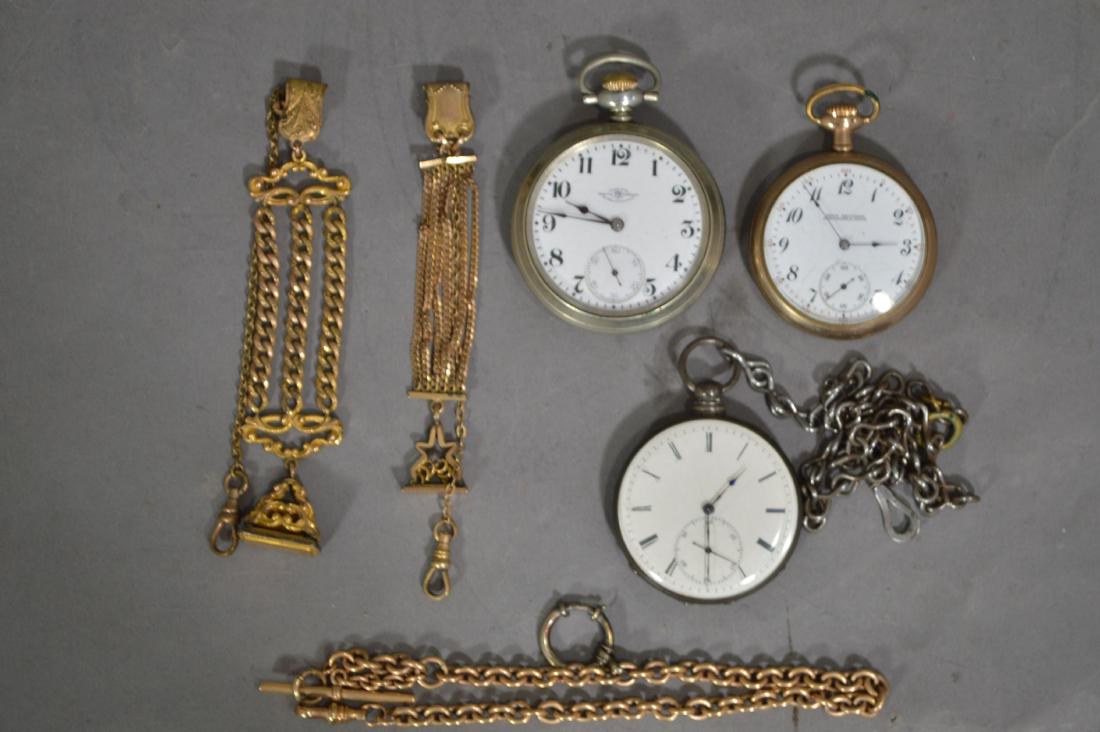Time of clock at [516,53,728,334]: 9:46
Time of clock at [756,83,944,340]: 2:53
